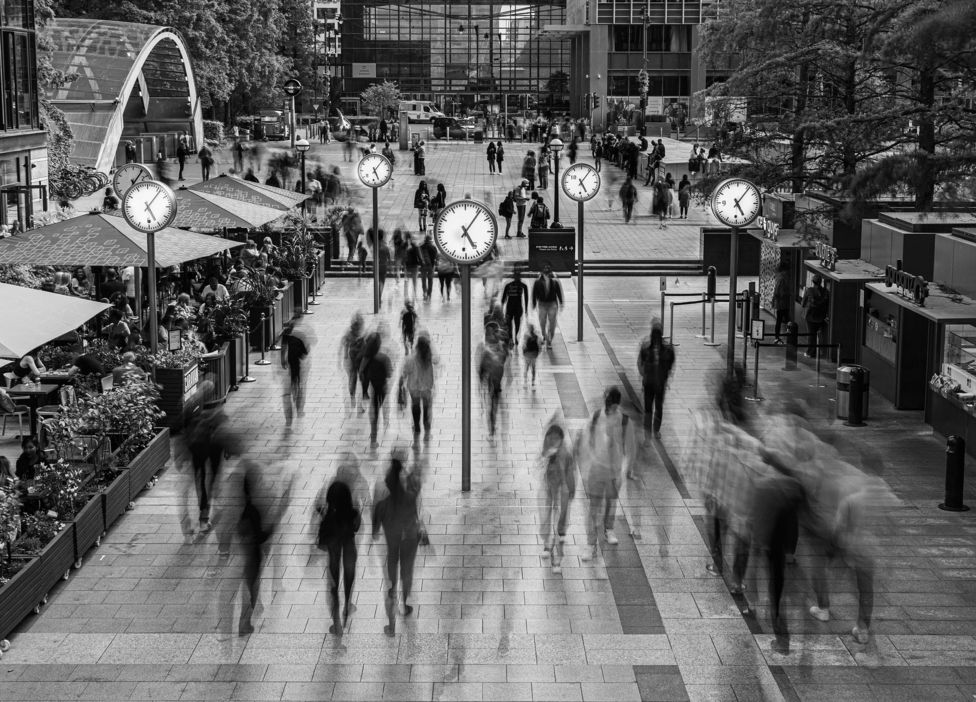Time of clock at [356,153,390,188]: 5:06
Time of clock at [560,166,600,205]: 5:06
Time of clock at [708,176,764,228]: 5:06
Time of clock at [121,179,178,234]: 5:06
